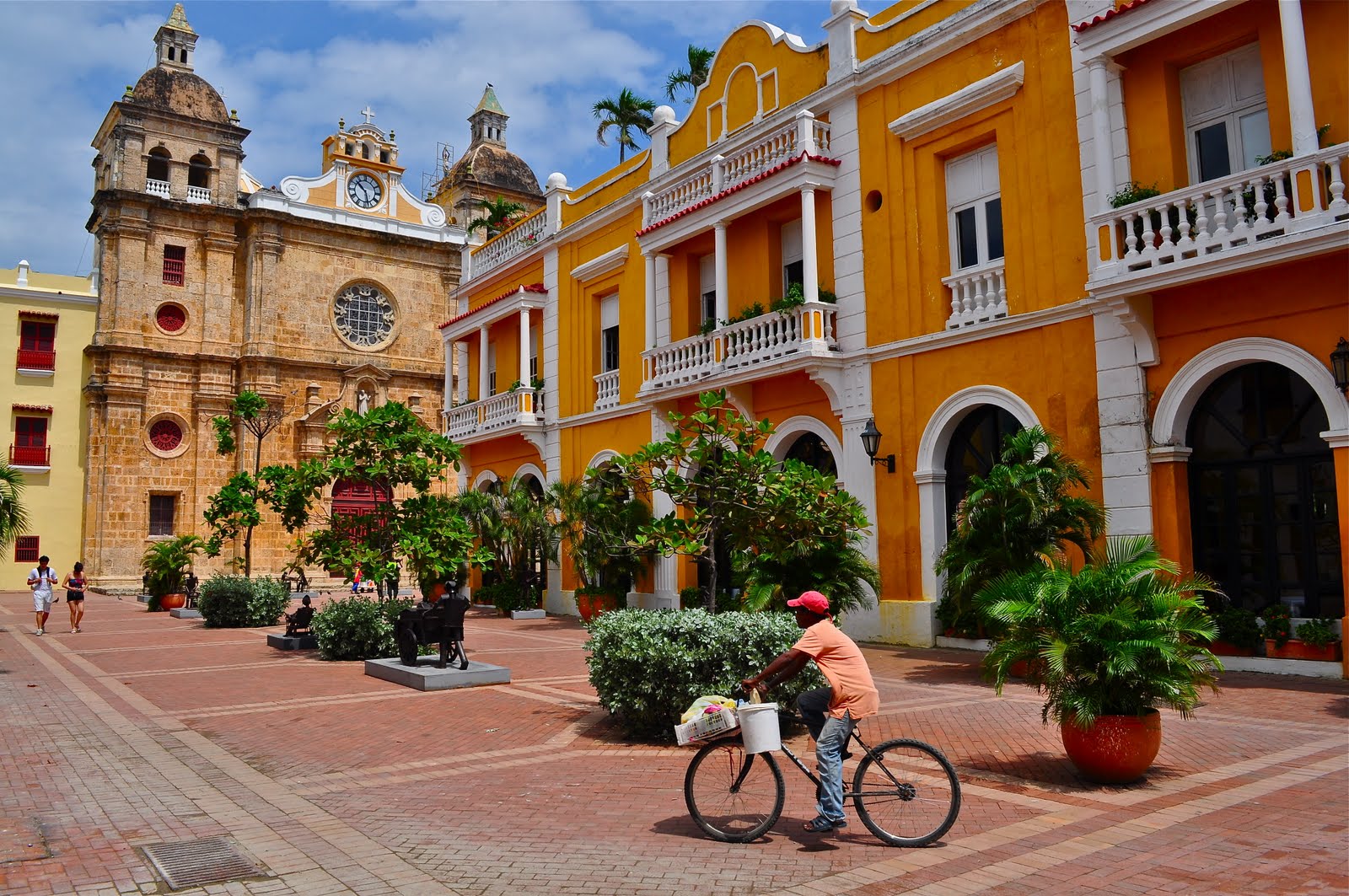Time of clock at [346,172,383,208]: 10:27
